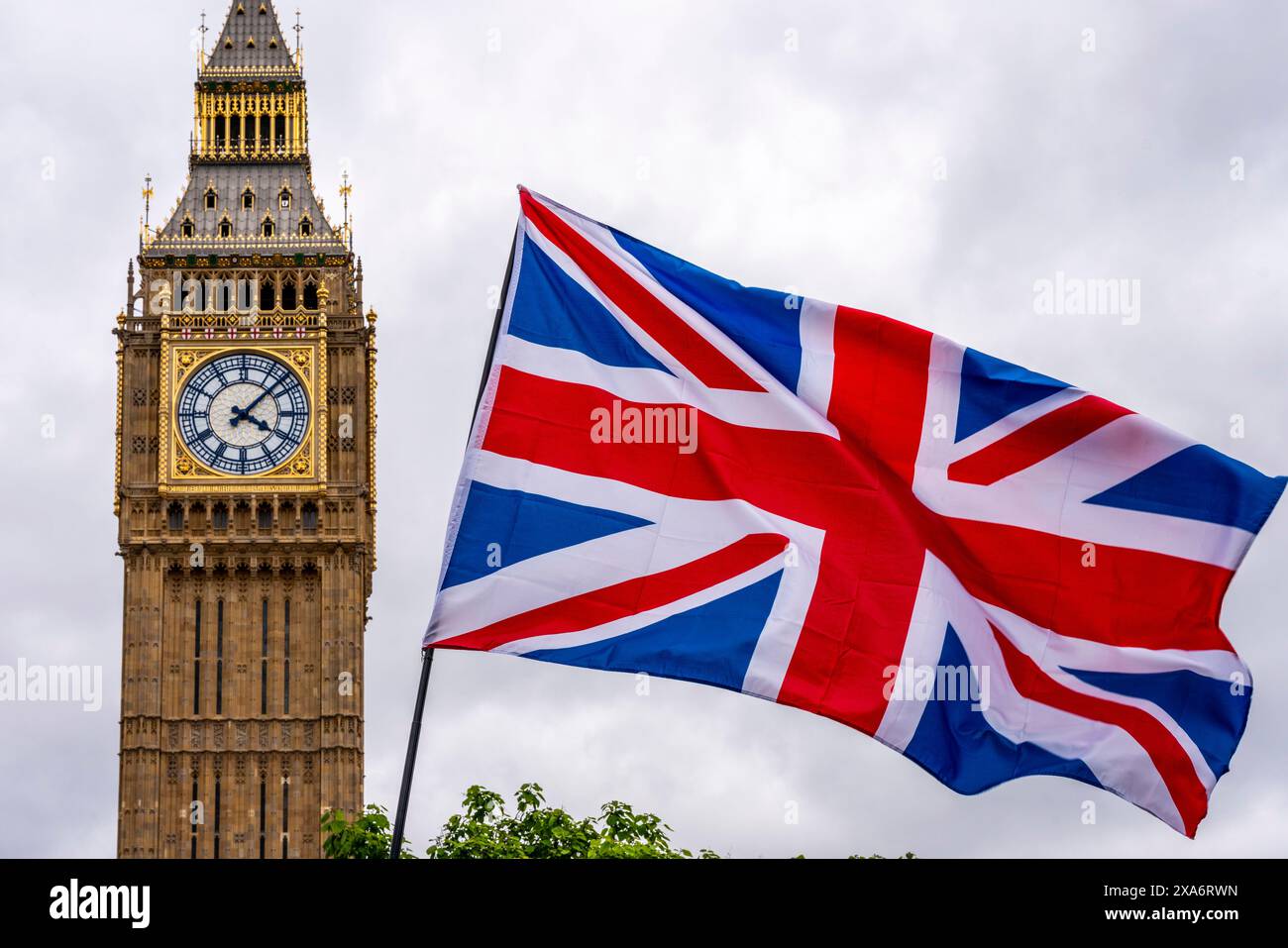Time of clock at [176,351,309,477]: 4:07
